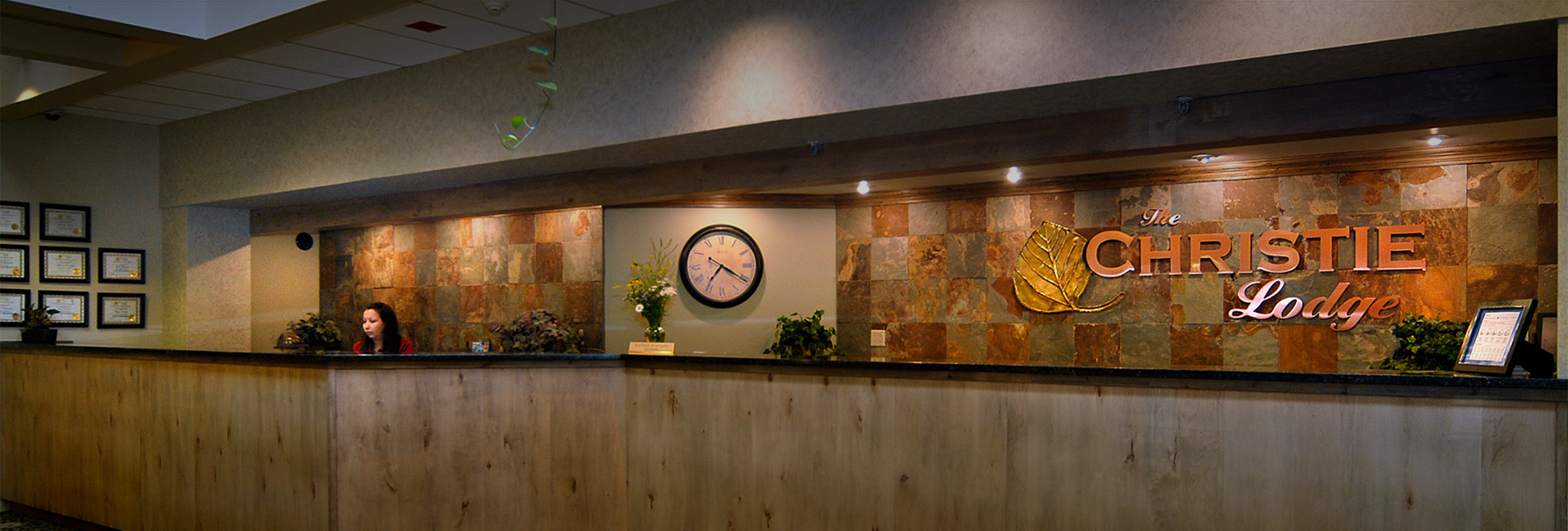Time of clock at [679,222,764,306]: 7:20
